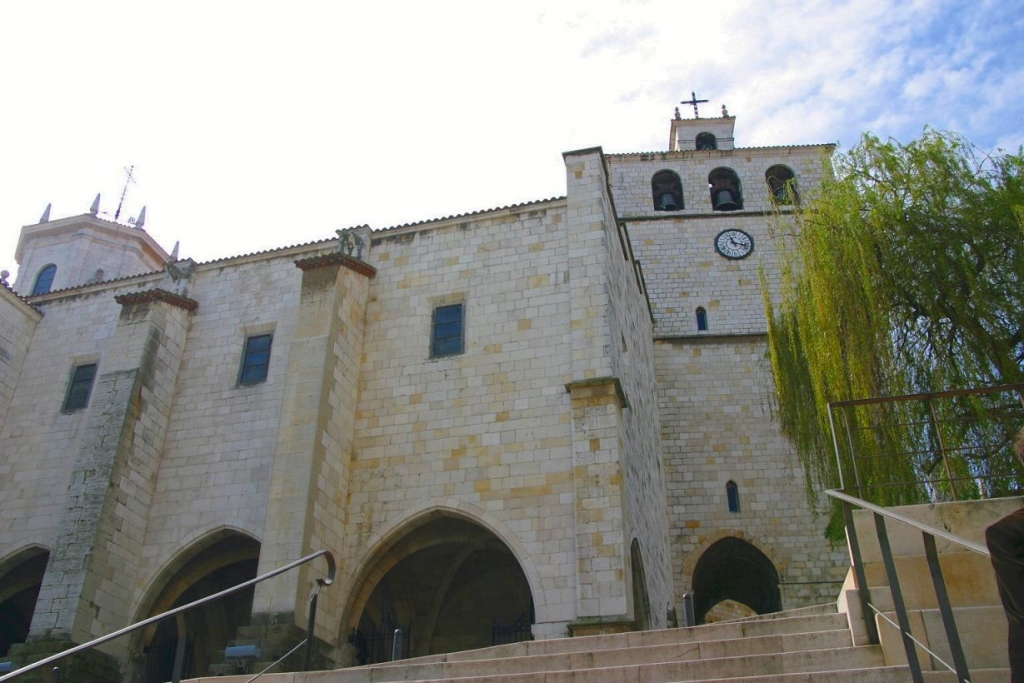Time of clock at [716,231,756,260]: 11:16
